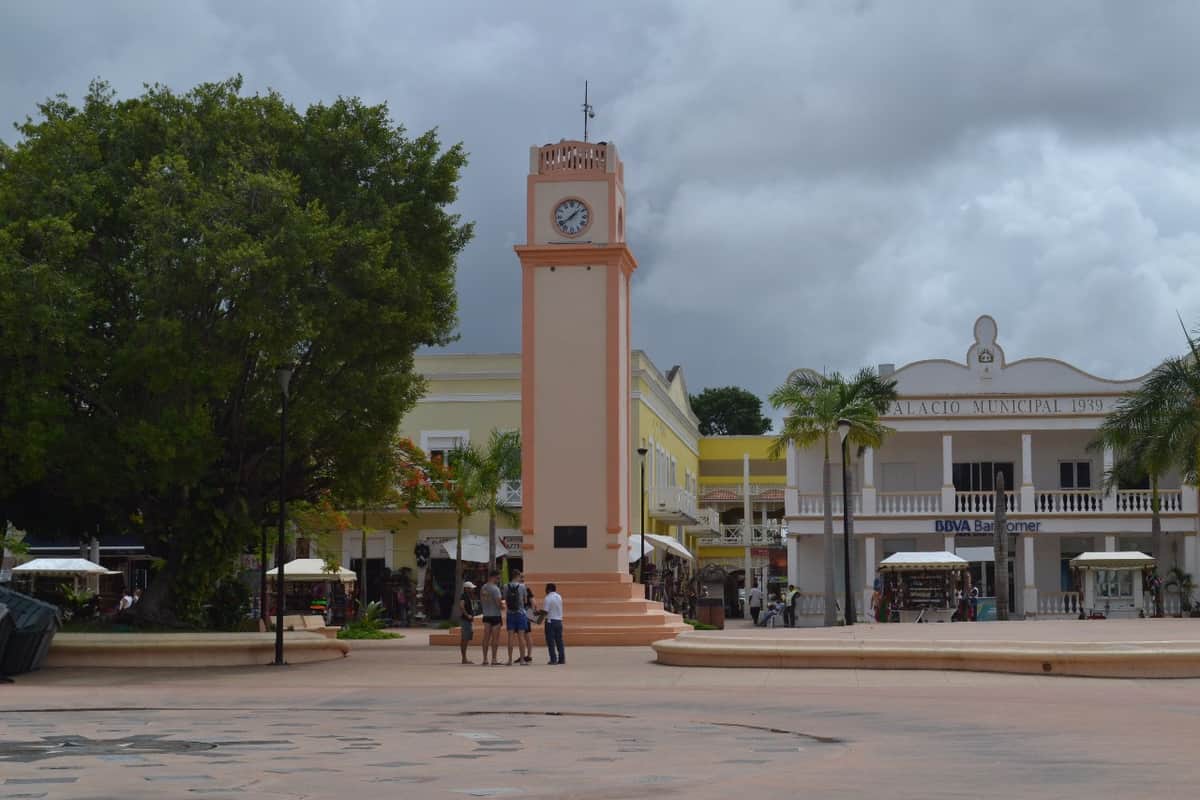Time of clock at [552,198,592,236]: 1:39
